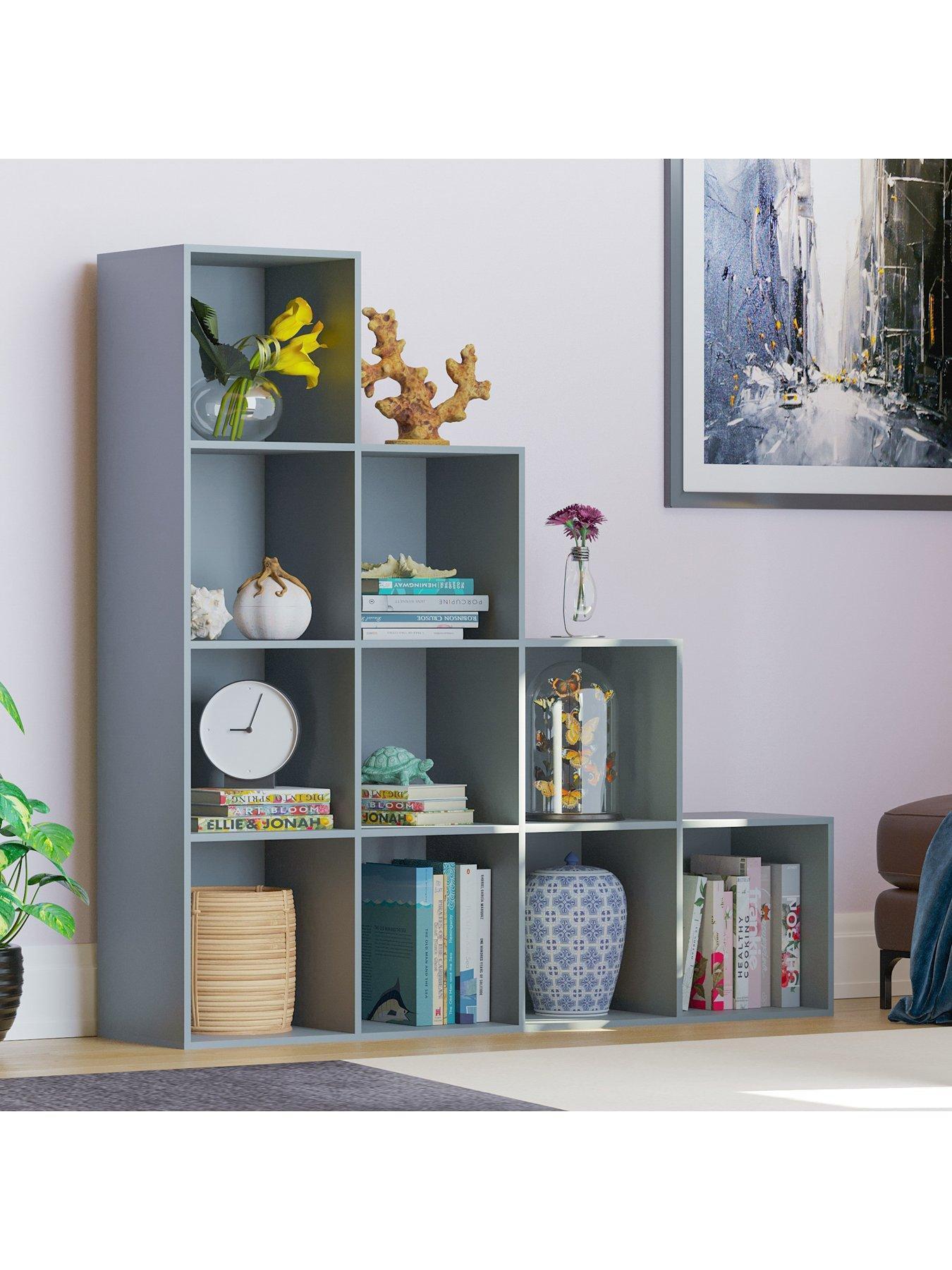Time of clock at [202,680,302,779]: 9:03
